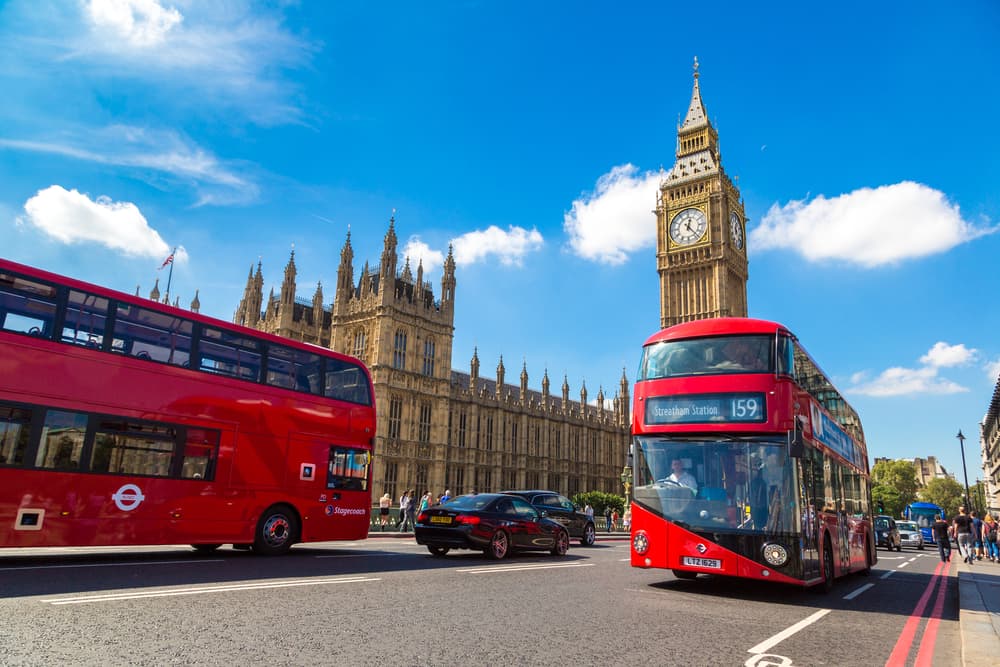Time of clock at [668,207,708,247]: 12:23
